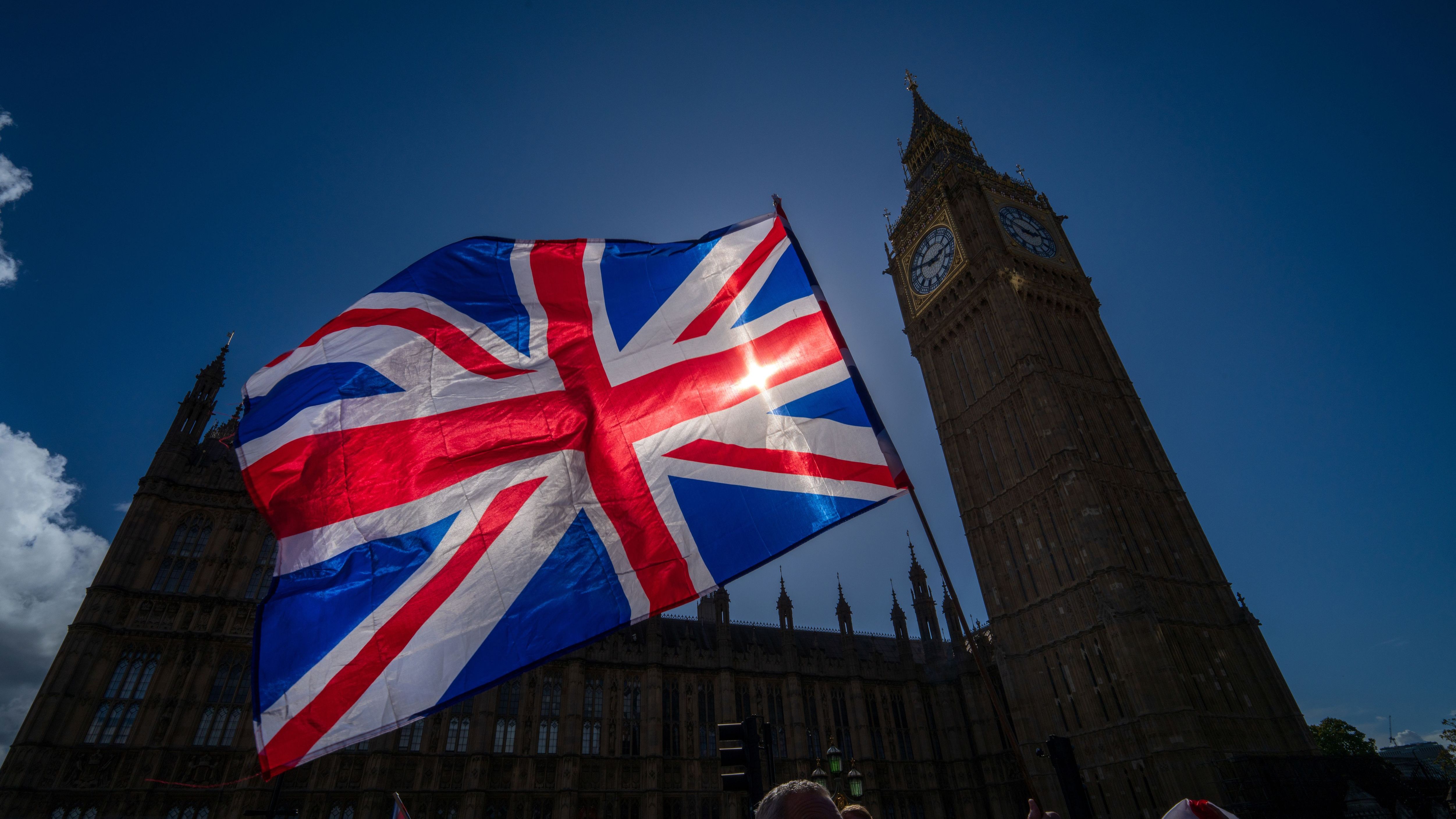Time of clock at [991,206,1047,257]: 2:48
